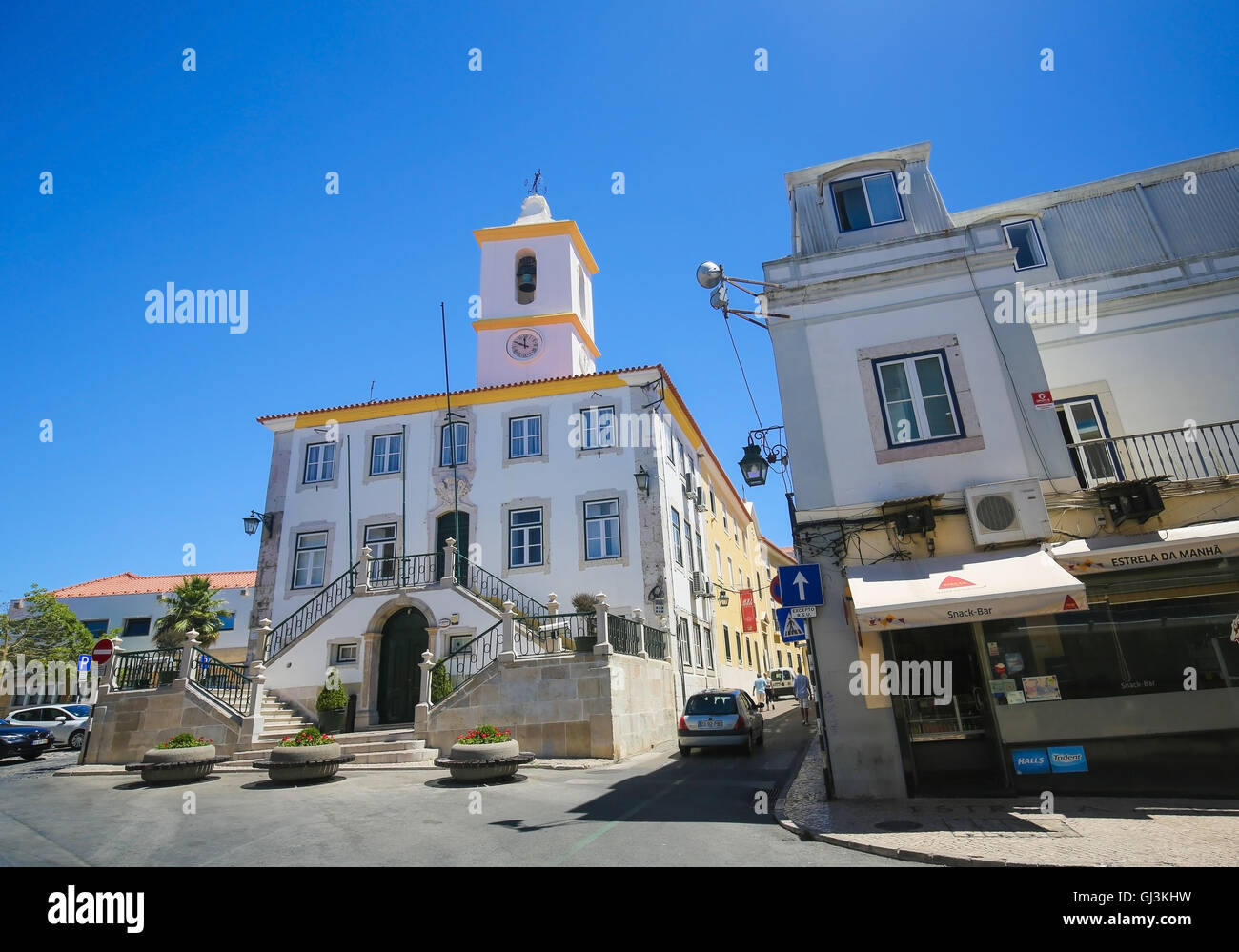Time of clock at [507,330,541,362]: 11:48
